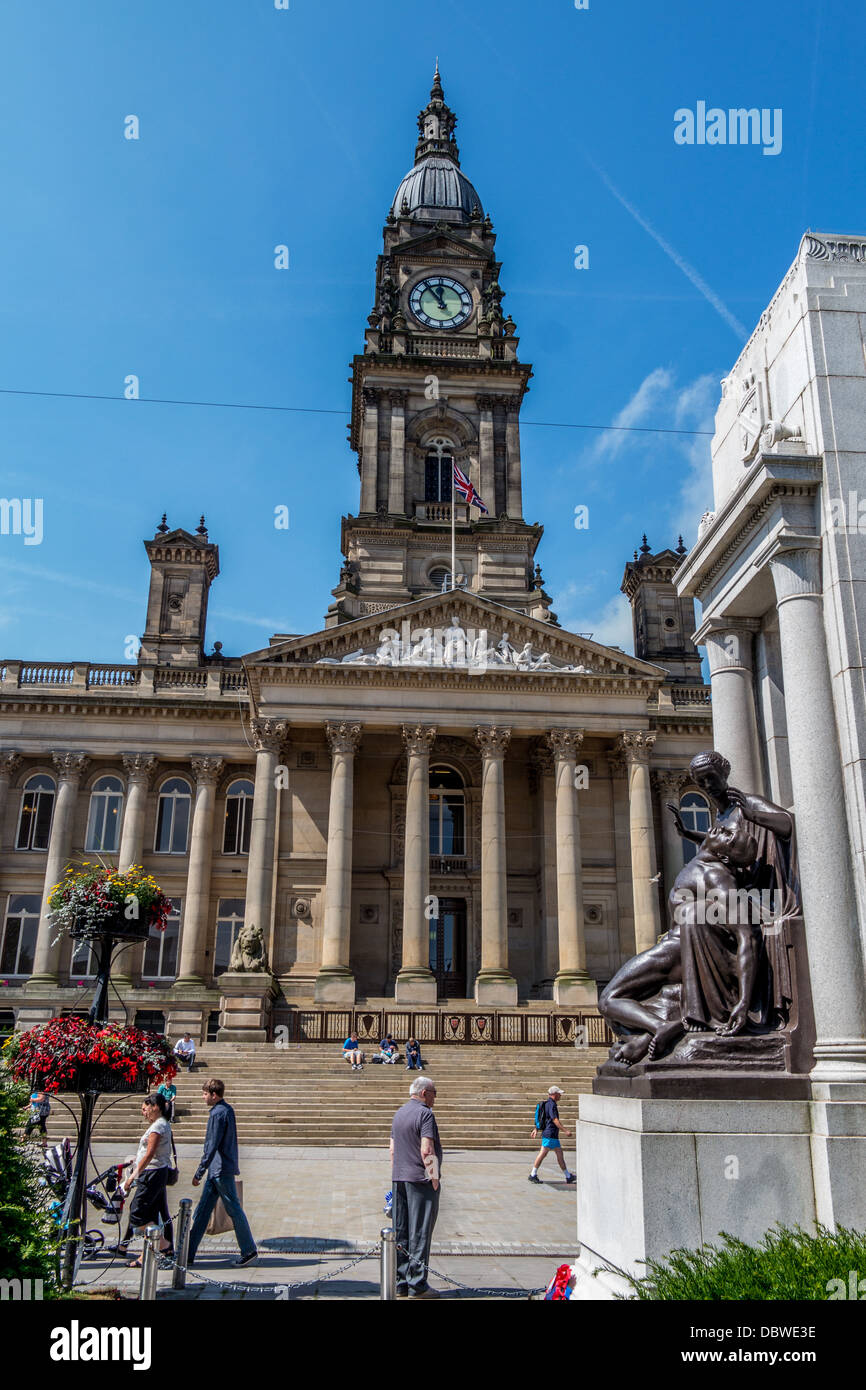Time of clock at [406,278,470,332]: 11:53
